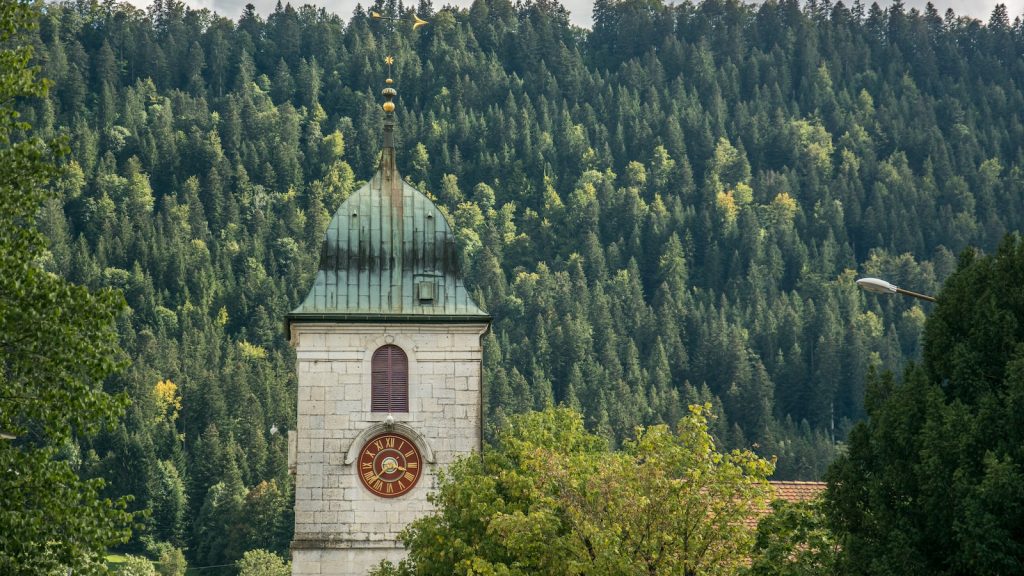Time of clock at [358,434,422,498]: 3:37
